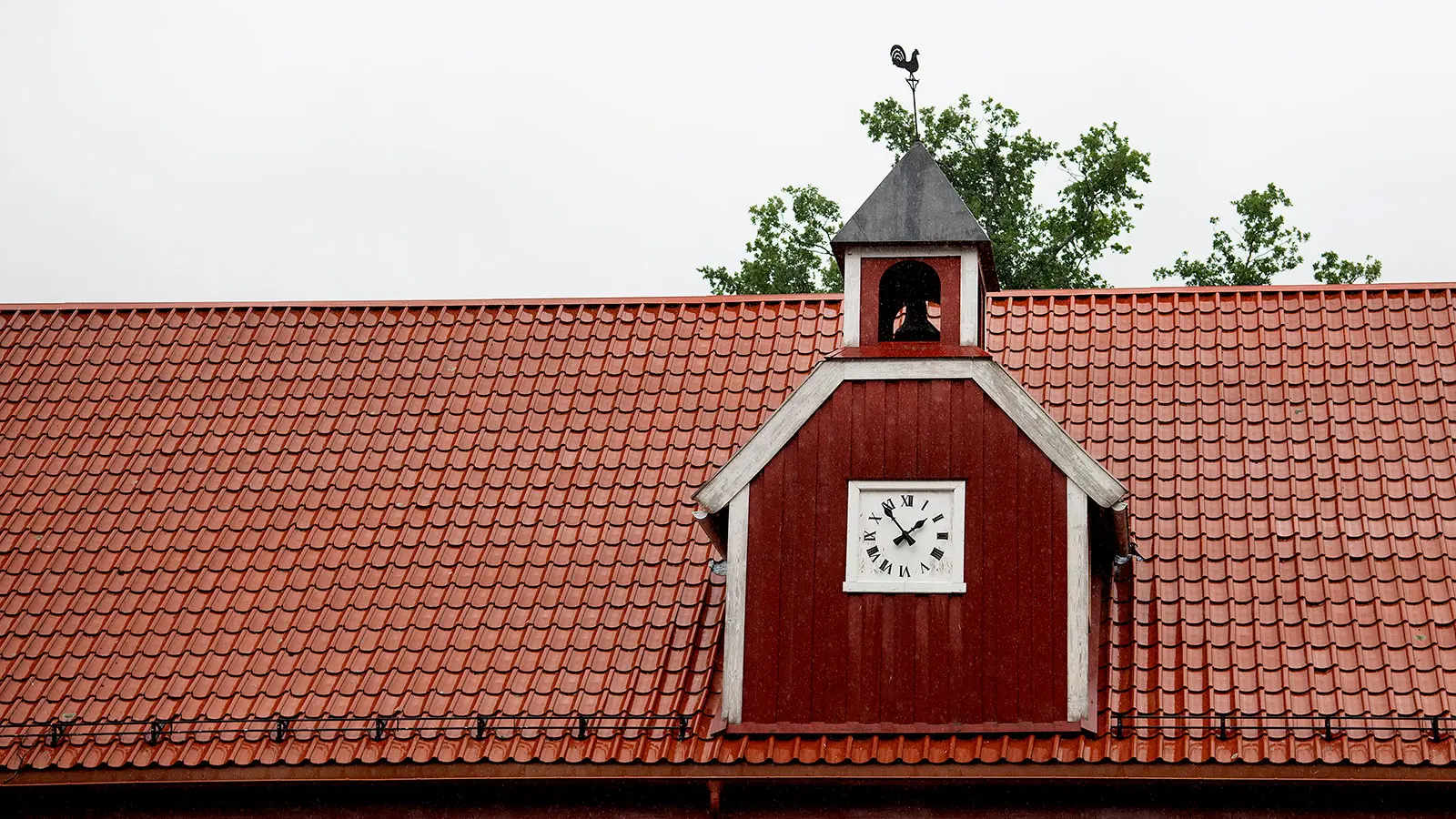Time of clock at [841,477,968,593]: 1:53
